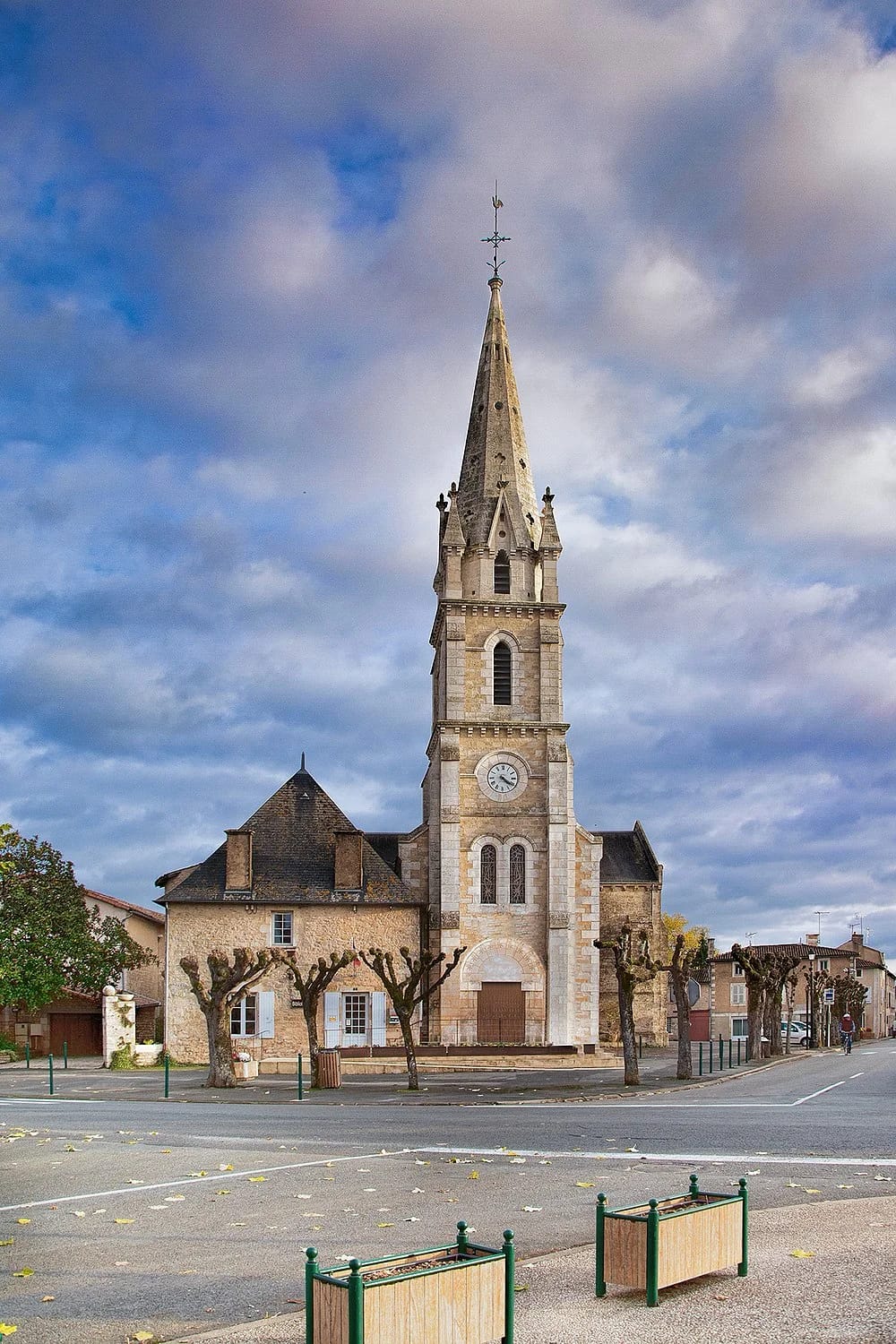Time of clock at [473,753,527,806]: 4:20
